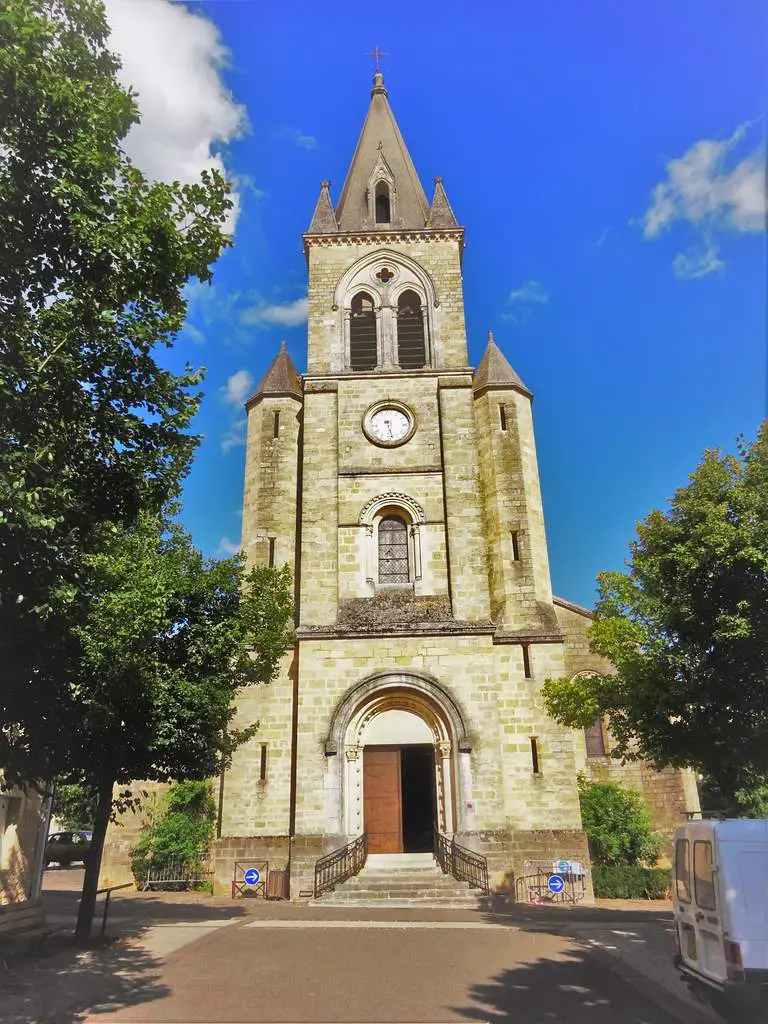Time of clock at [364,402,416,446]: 5:27
